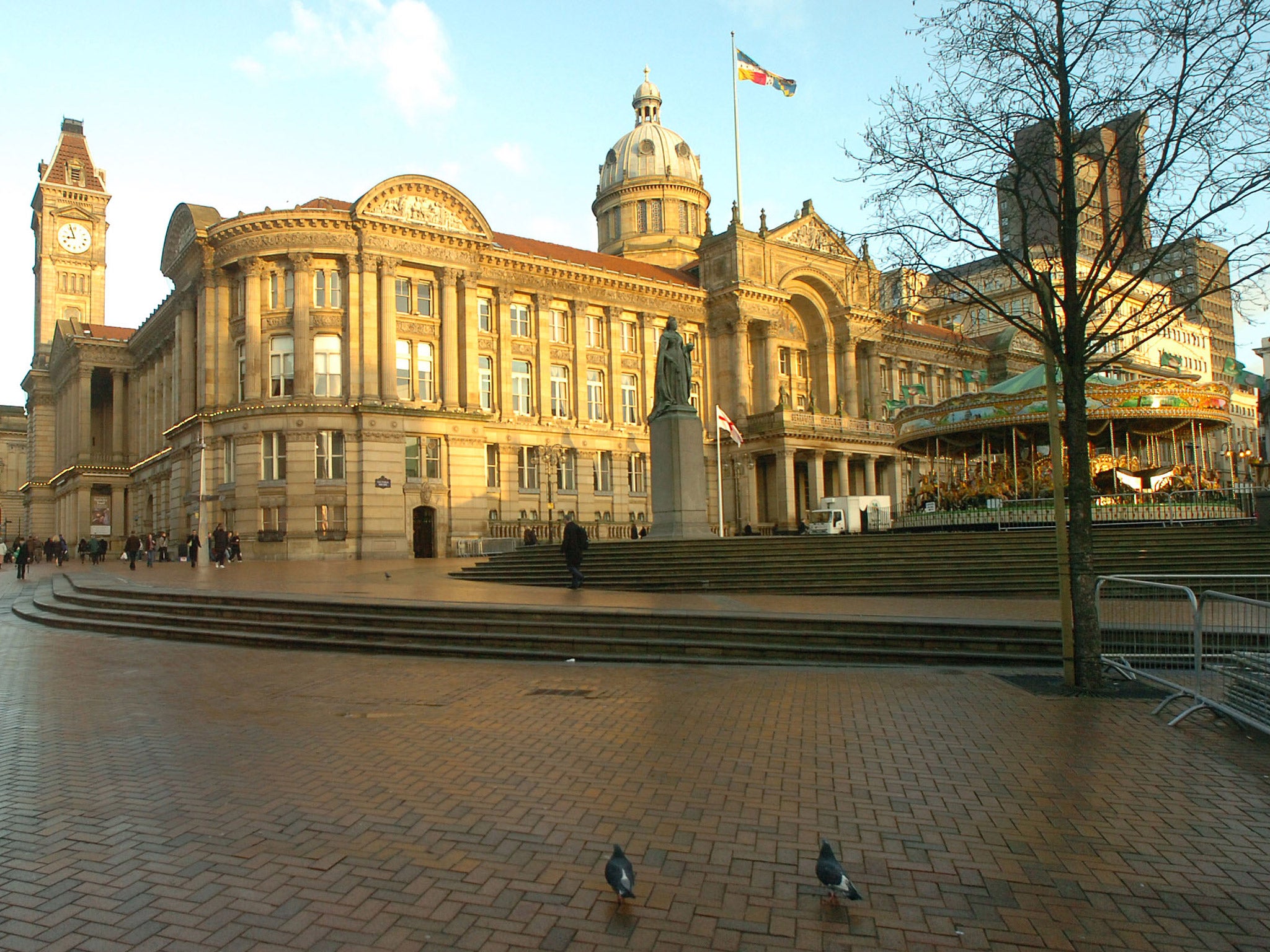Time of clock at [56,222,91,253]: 8:56
